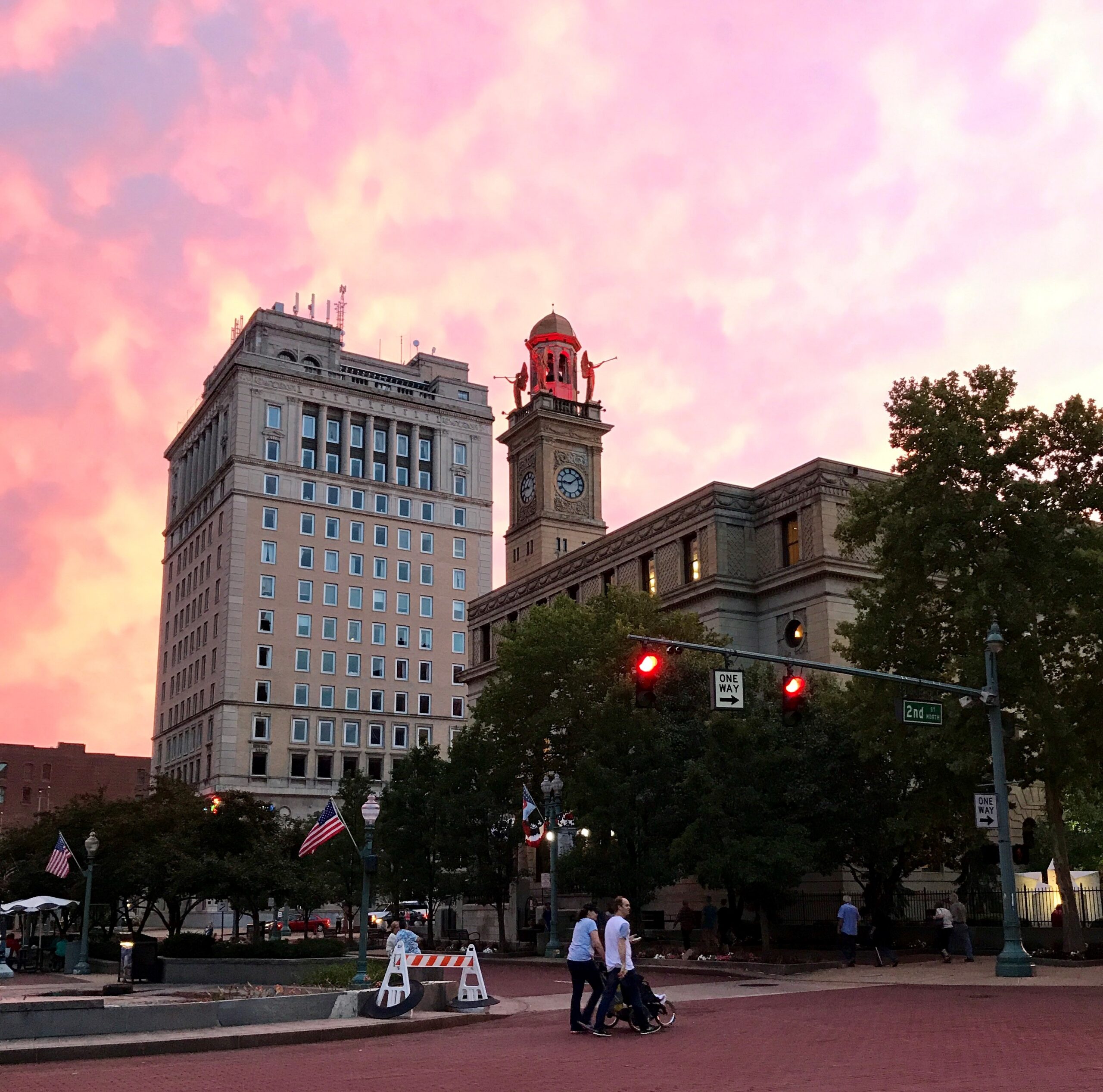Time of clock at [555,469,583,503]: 9:08
